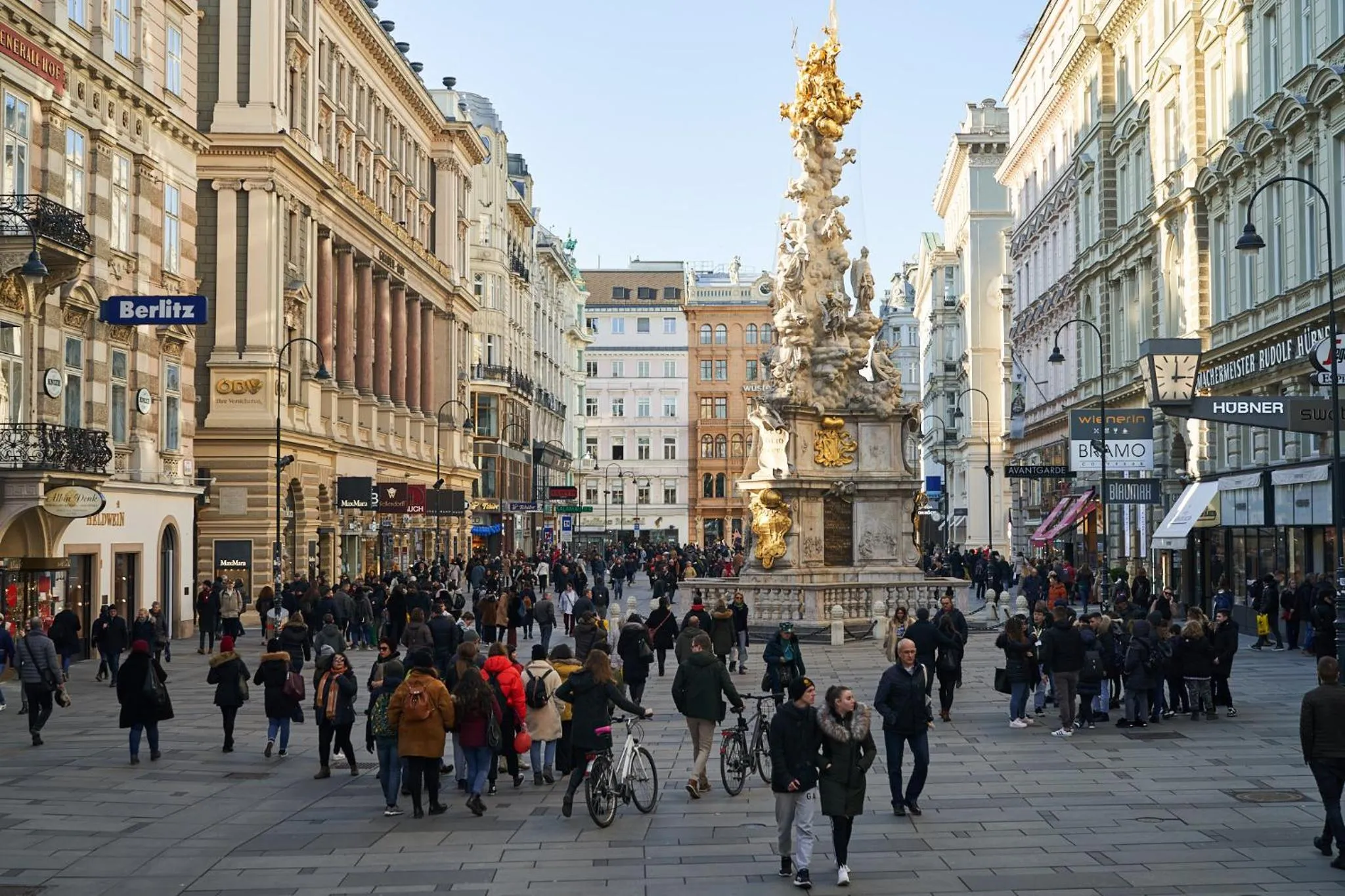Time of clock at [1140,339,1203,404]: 3:00
